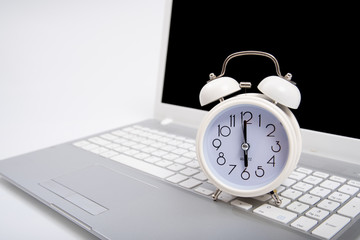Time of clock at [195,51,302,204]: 5:59
